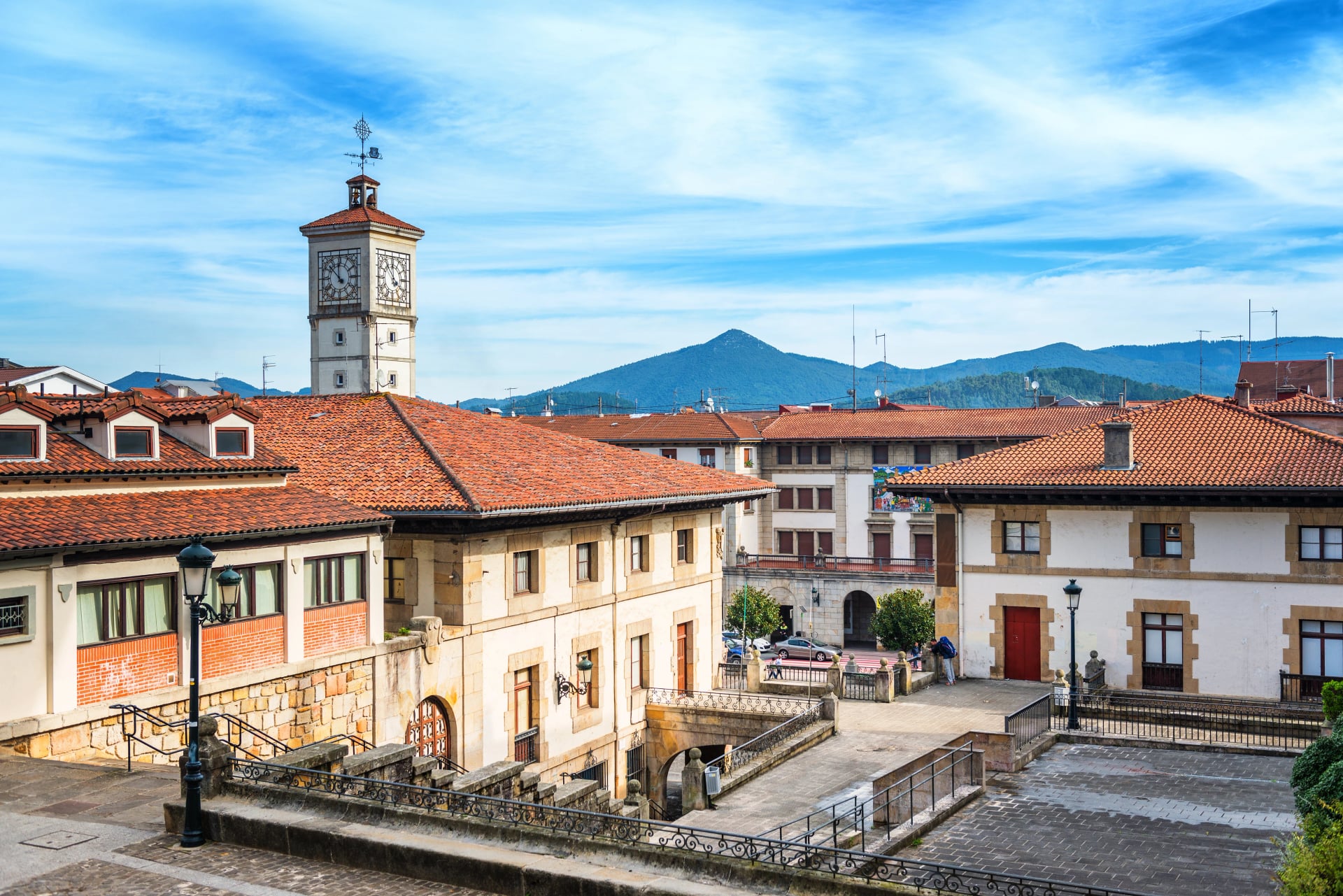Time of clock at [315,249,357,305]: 11:52
